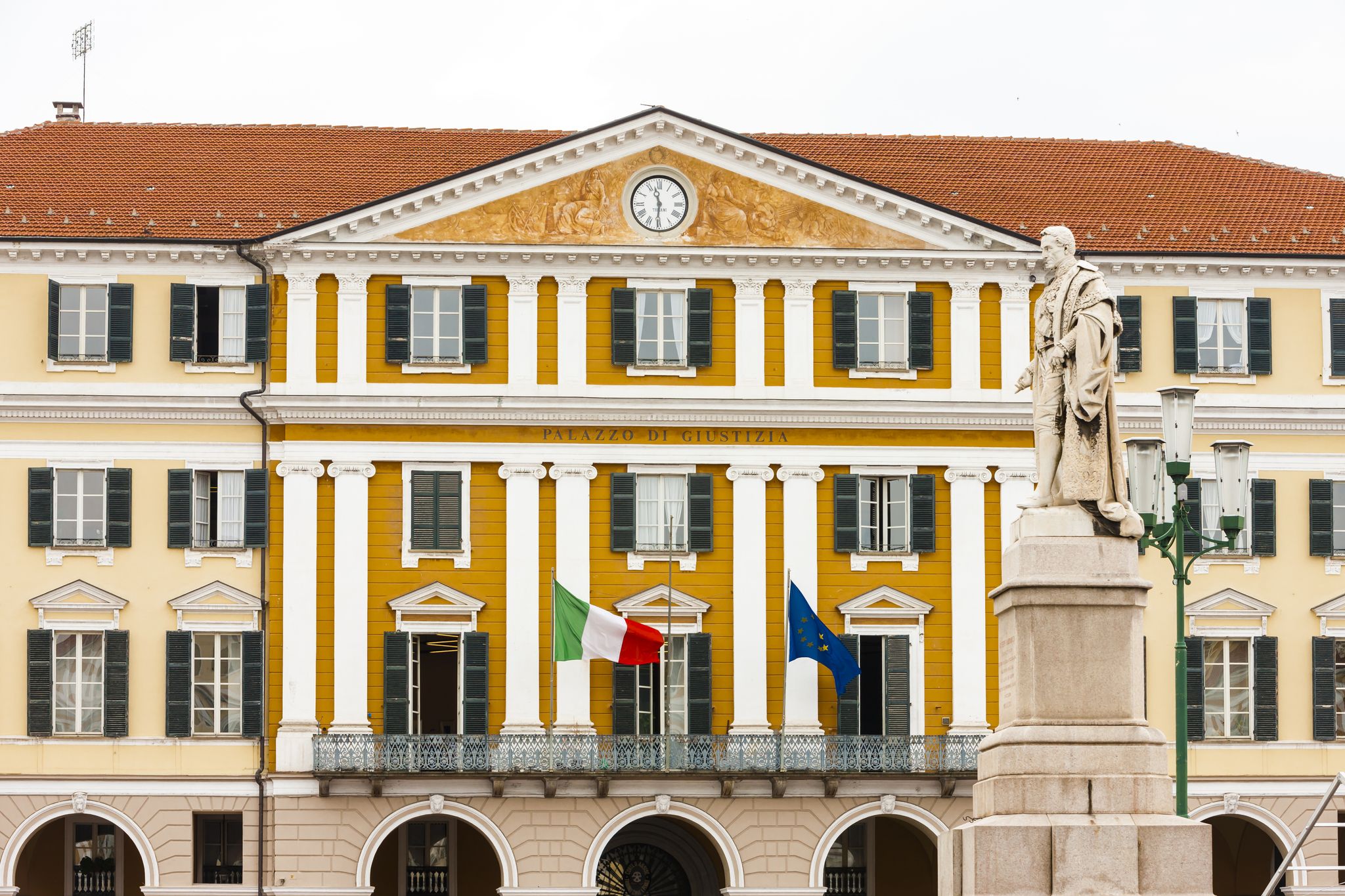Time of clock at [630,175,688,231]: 11:30
